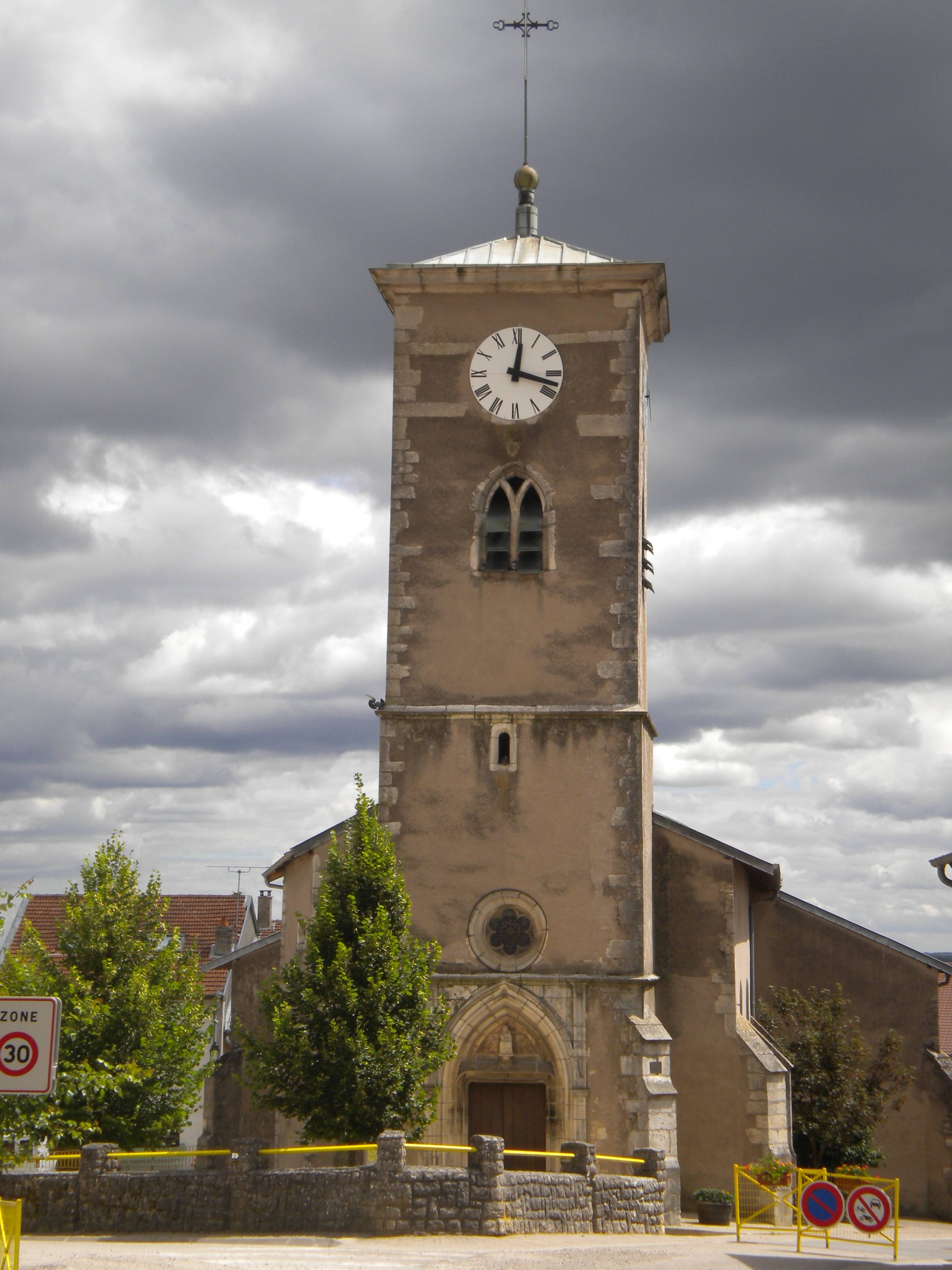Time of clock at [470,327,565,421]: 12:17
